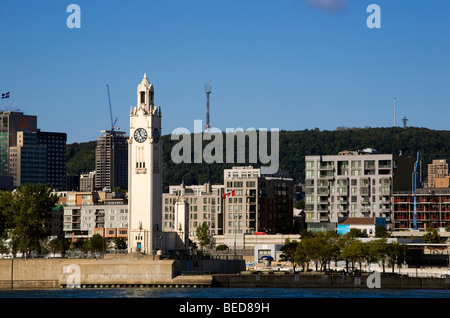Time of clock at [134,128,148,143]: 11:23
